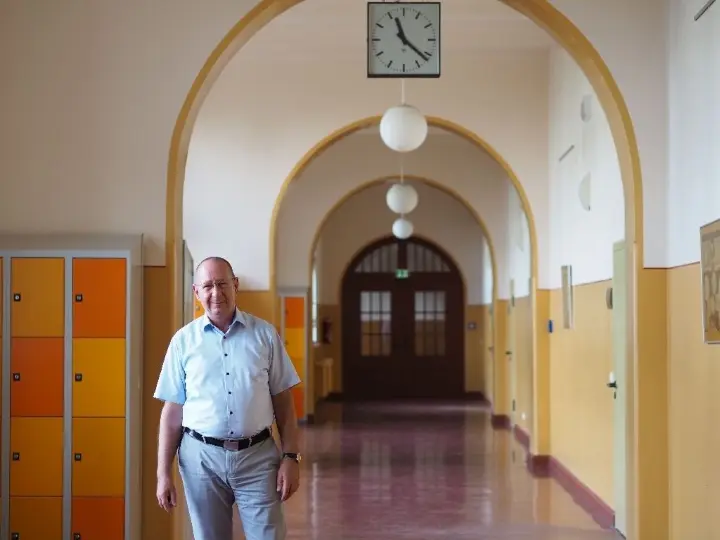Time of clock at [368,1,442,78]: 11:21
